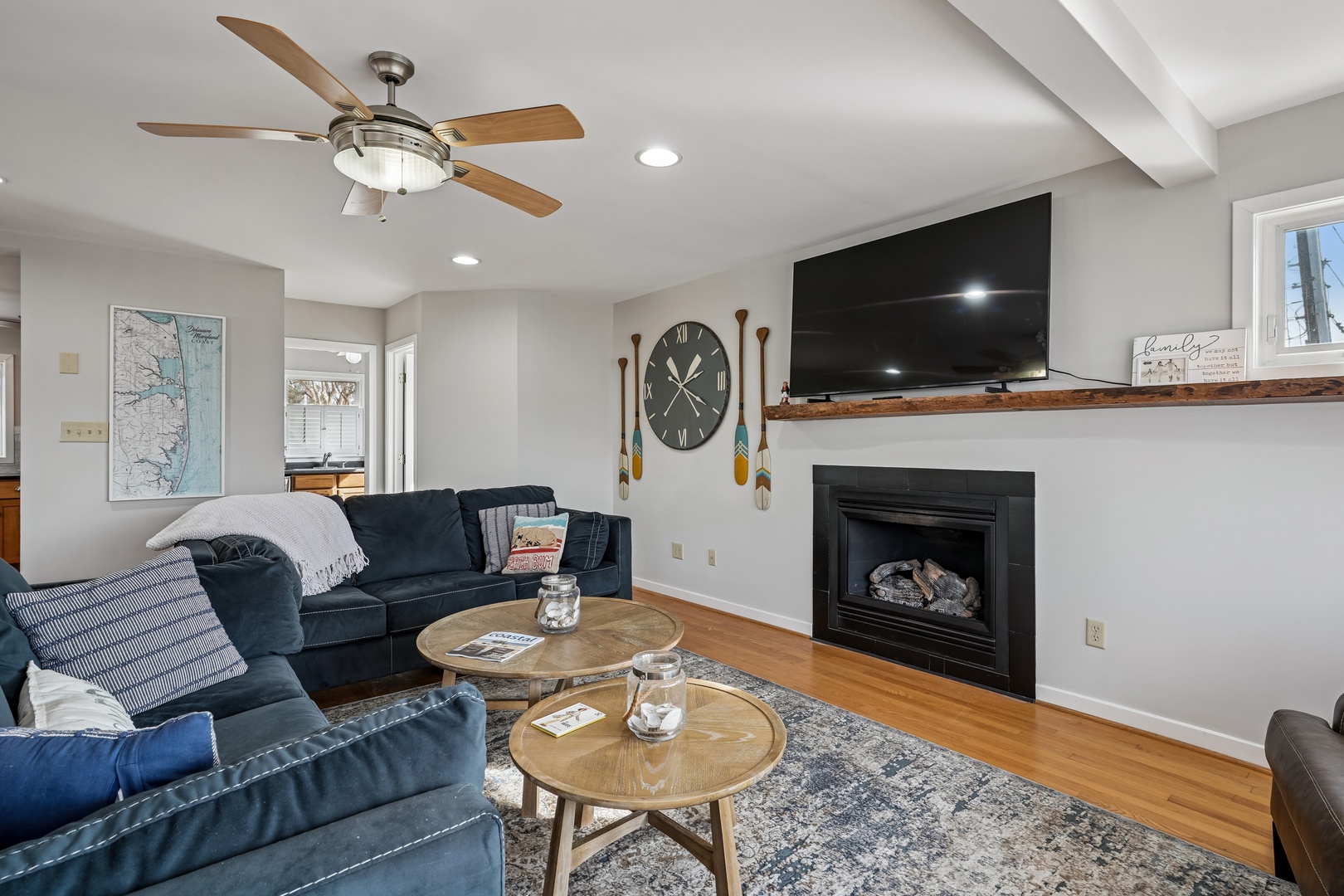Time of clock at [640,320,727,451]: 1:20
